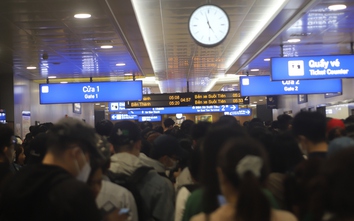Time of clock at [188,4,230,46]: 4:57
